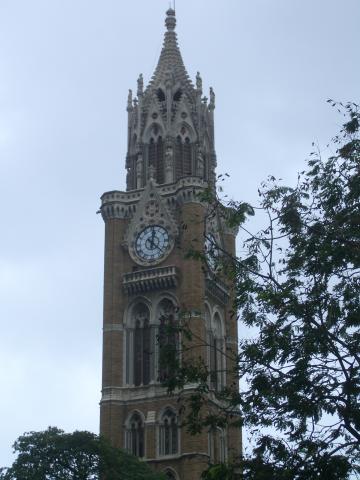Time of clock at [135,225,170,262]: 12:22
